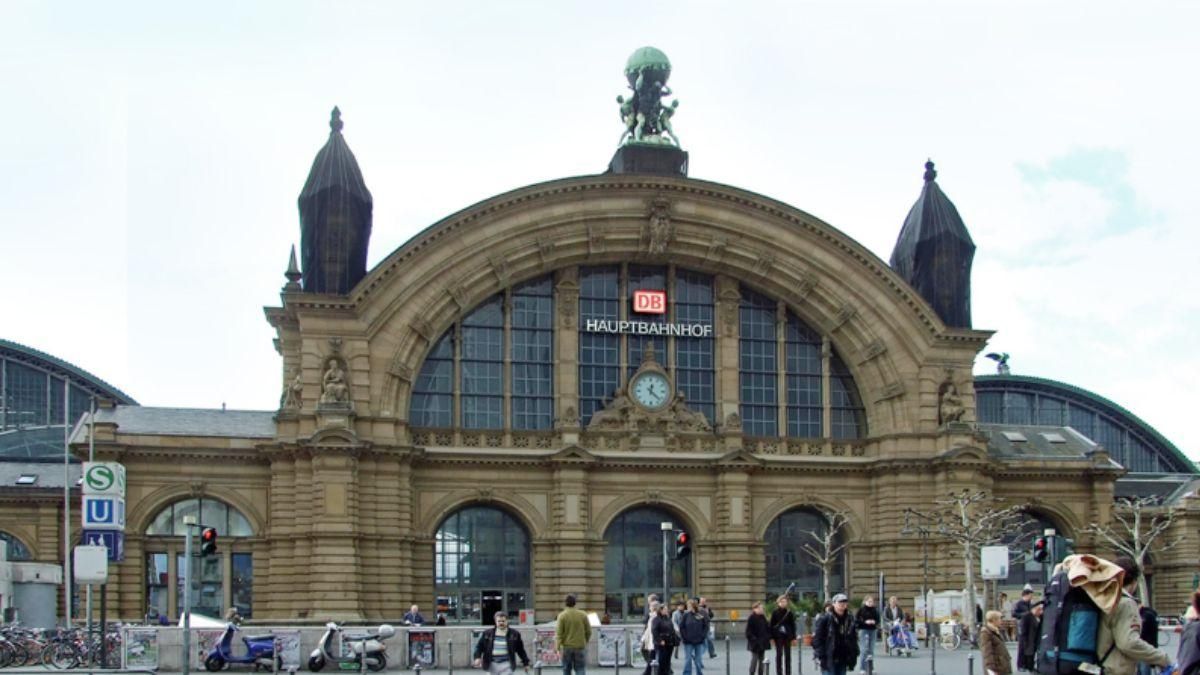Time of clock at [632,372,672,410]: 12:22
